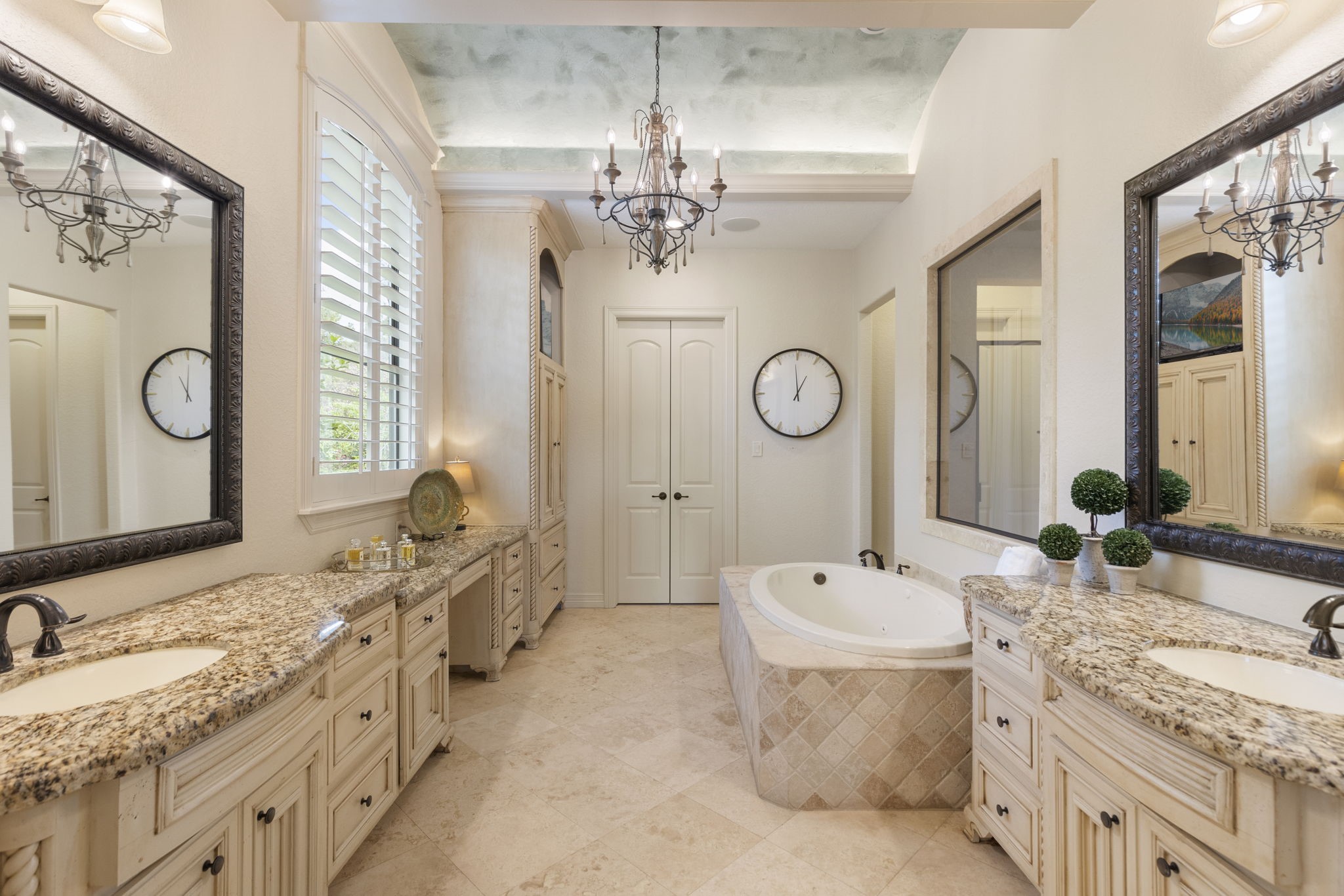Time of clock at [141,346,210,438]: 11:00
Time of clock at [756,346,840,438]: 12:59
